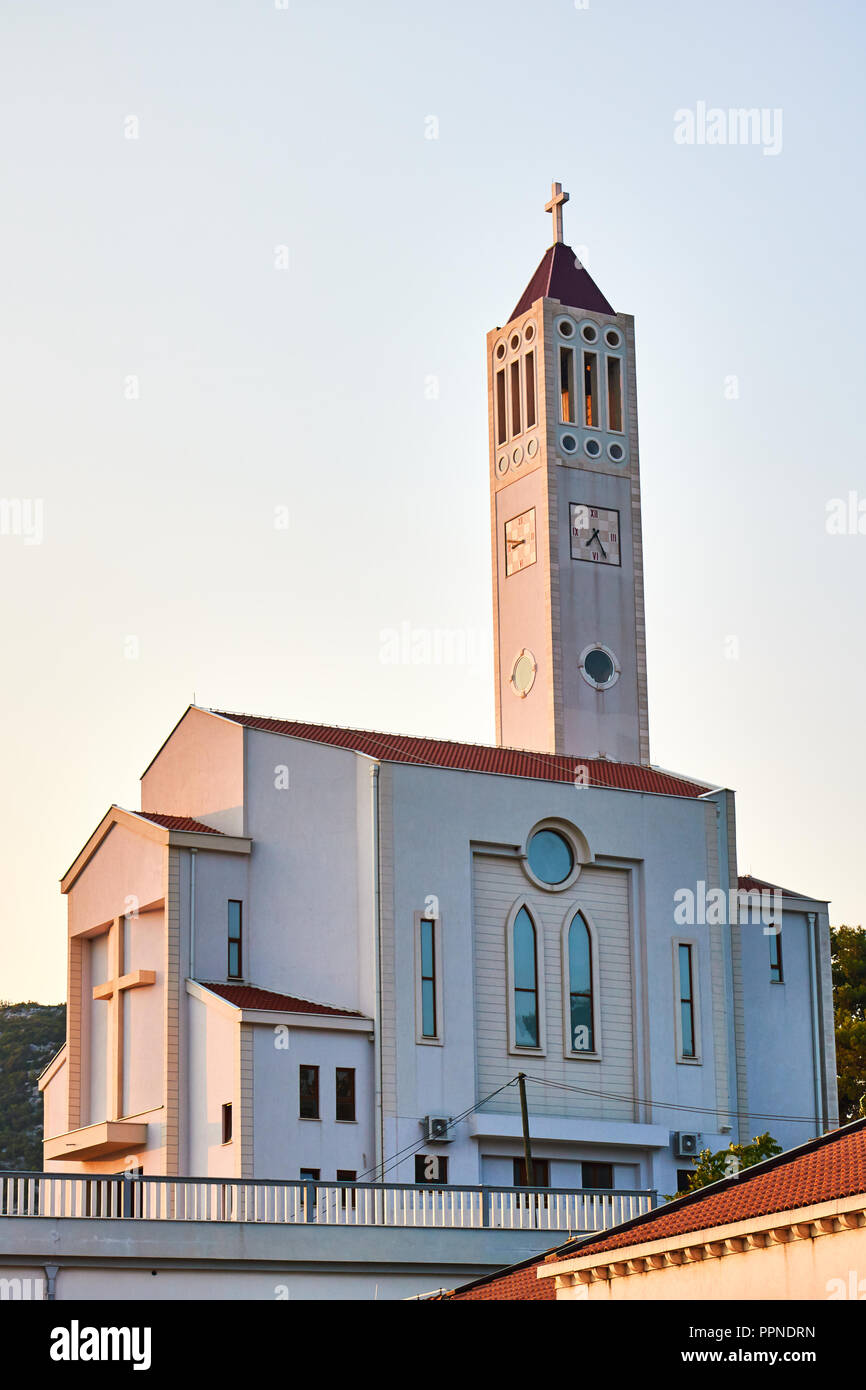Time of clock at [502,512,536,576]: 8:47
